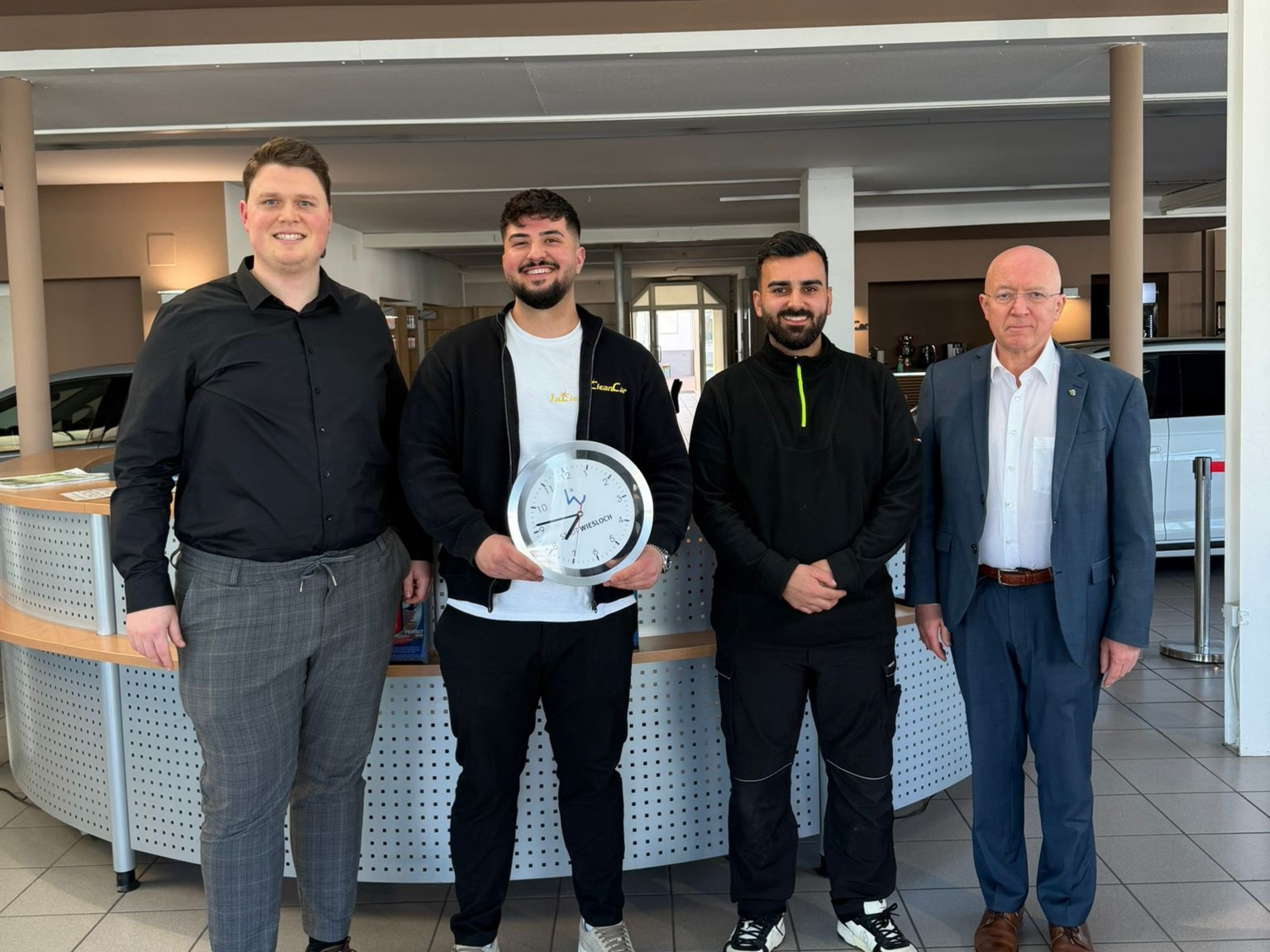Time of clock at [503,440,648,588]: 6:41
